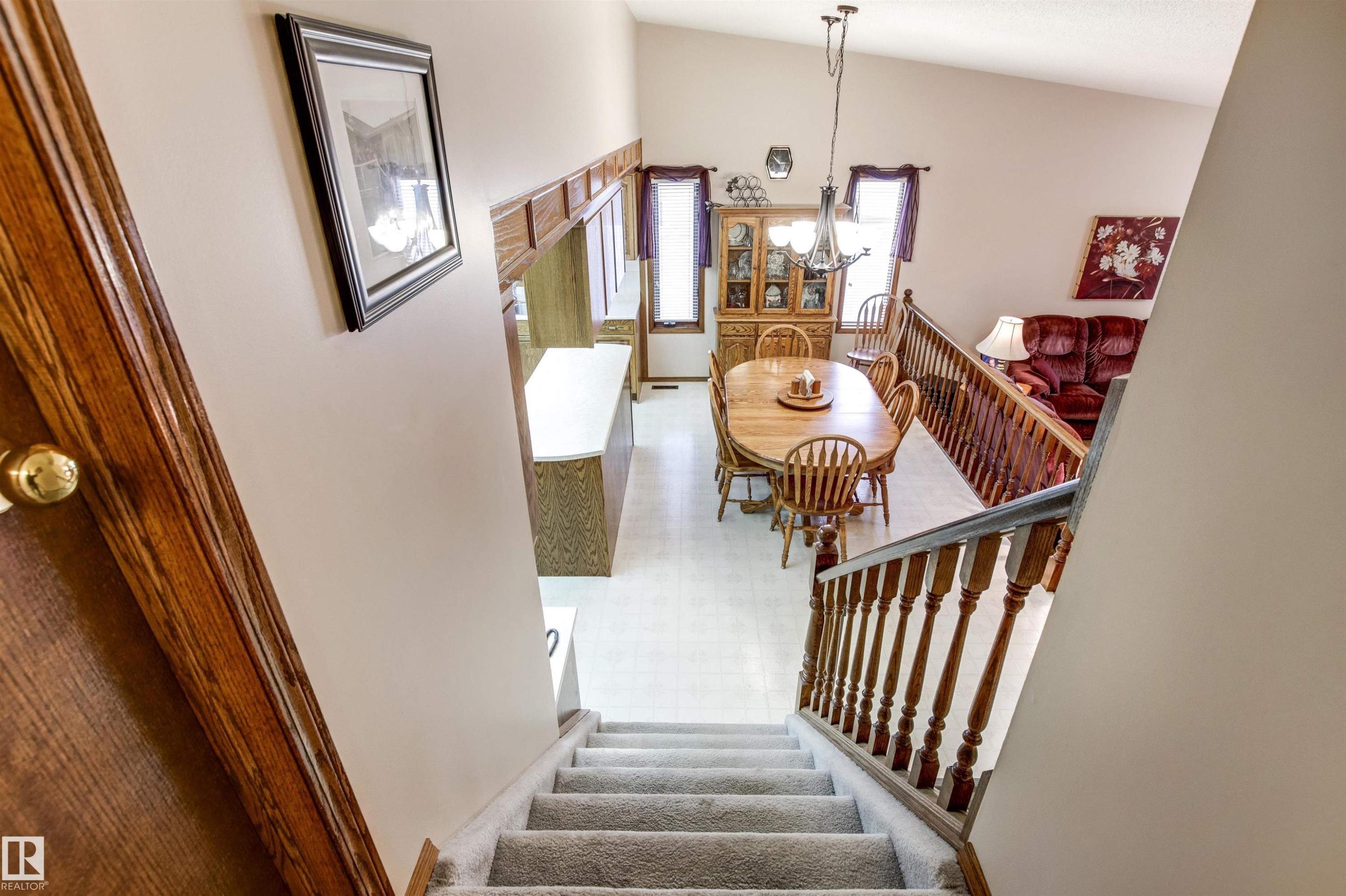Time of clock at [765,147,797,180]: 10:14
